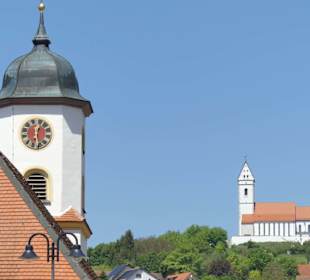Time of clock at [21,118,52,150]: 12:28
